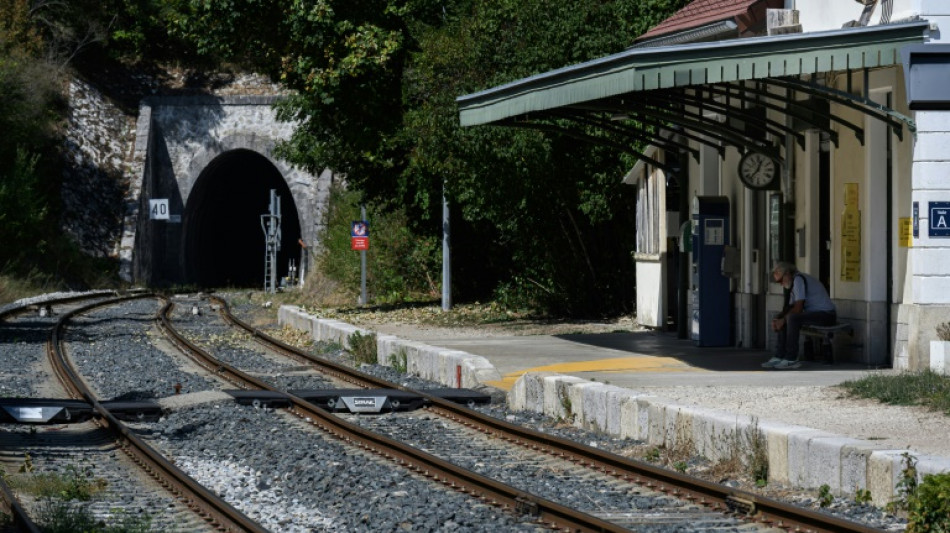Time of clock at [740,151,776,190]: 12:37
